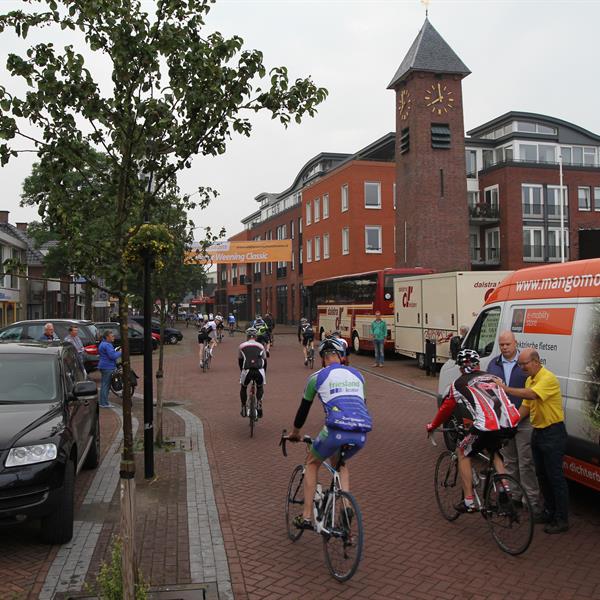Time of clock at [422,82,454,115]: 7:59
